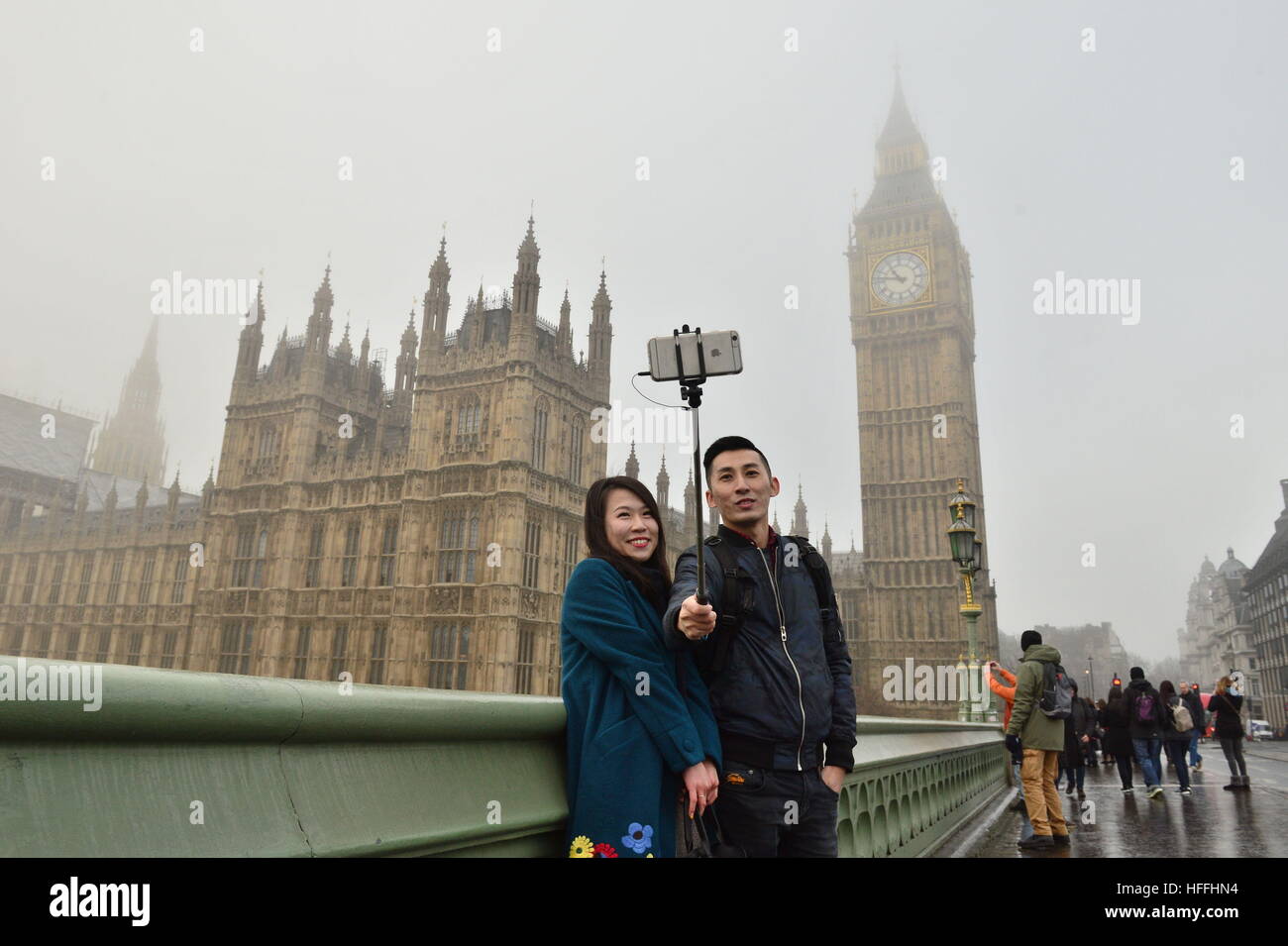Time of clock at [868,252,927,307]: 10:46
